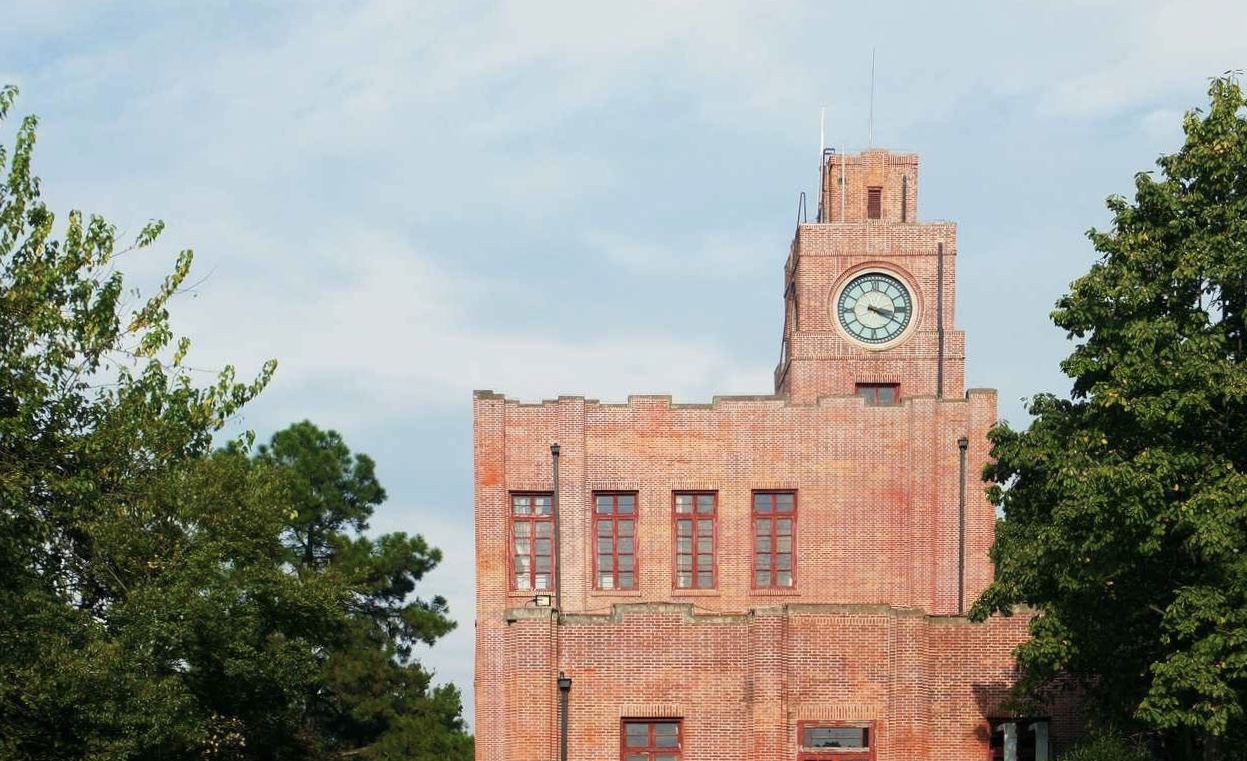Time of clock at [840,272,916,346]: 3:19
